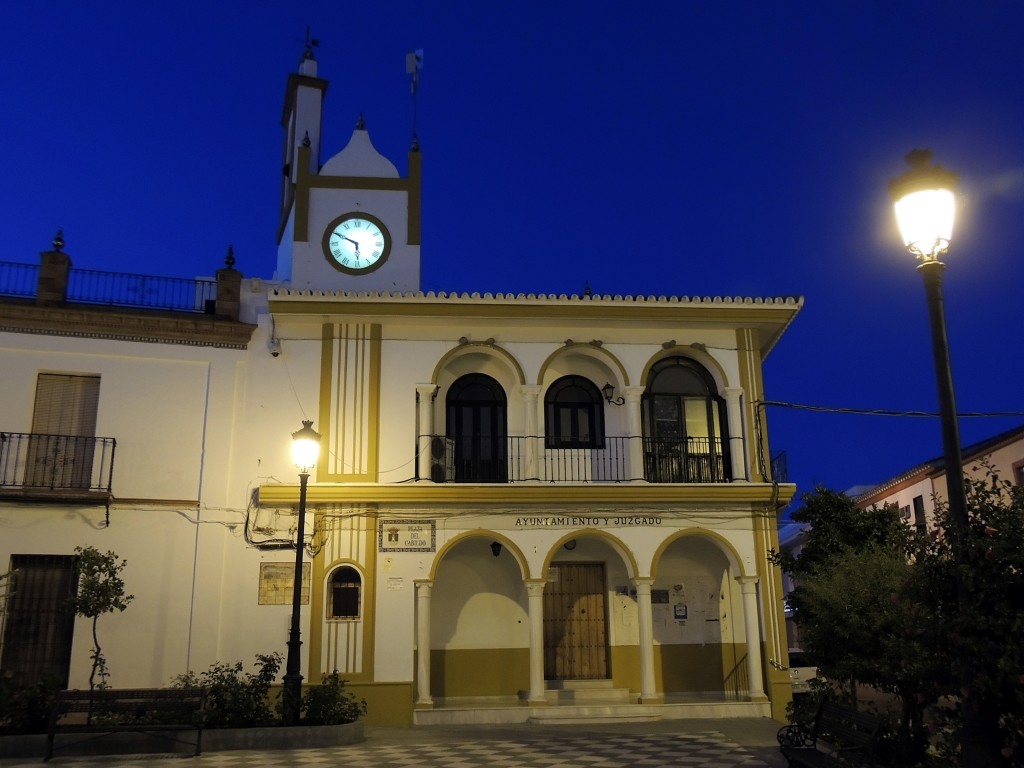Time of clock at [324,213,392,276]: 5:49
